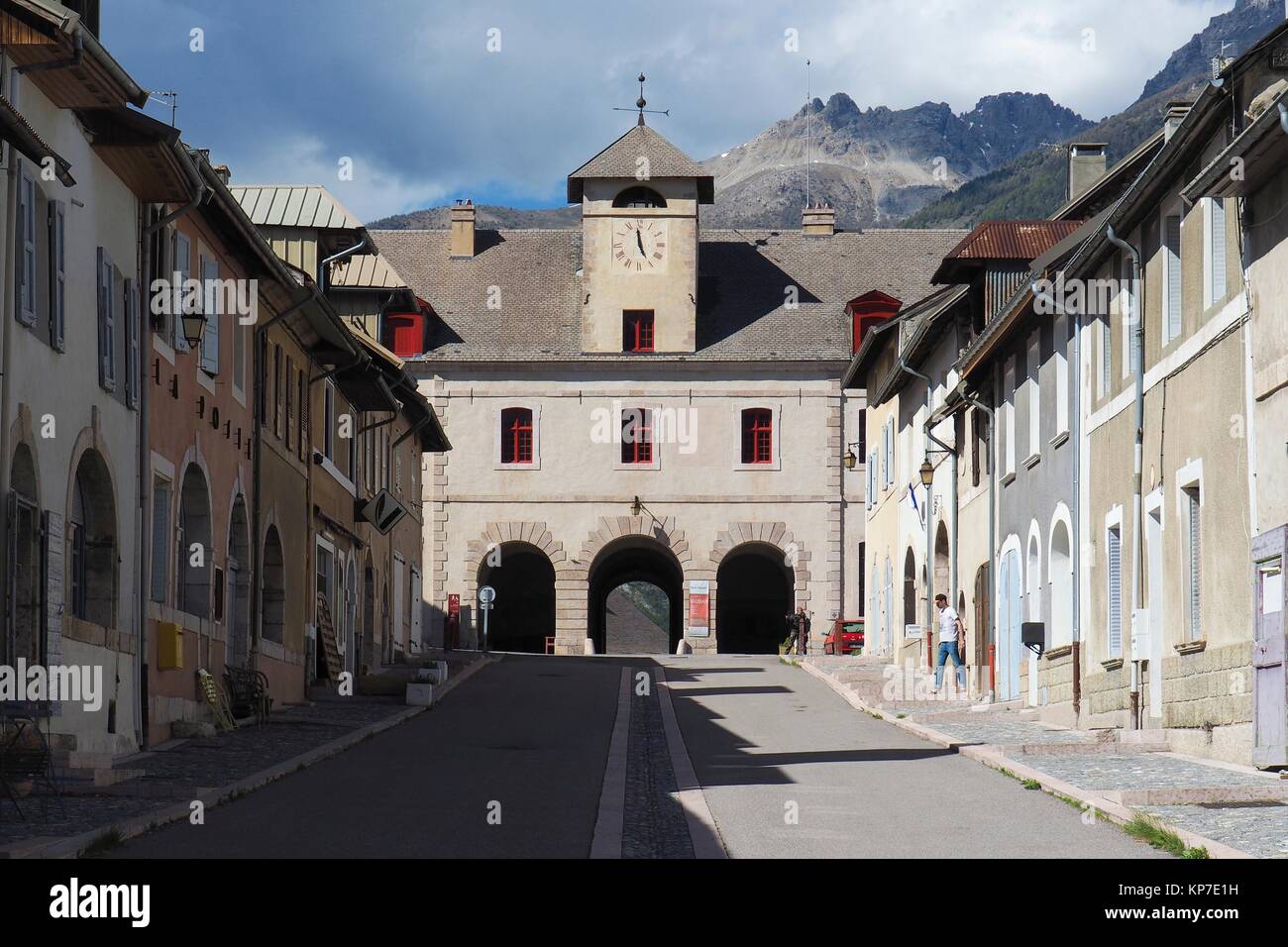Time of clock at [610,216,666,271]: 4:58
